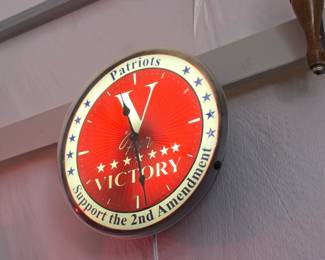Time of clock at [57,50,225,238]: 11:28
